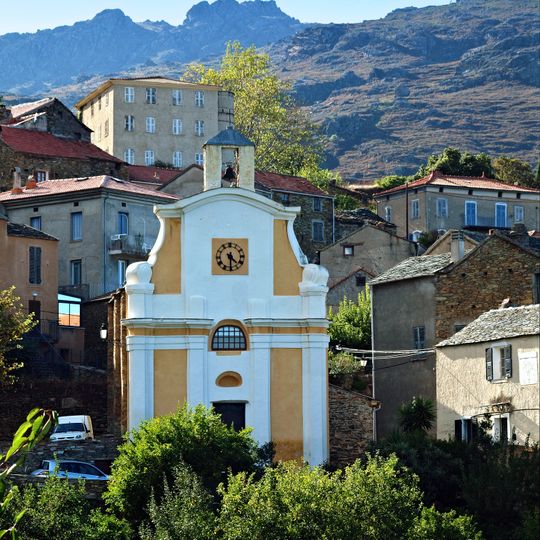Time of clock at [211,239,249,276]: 4:30
